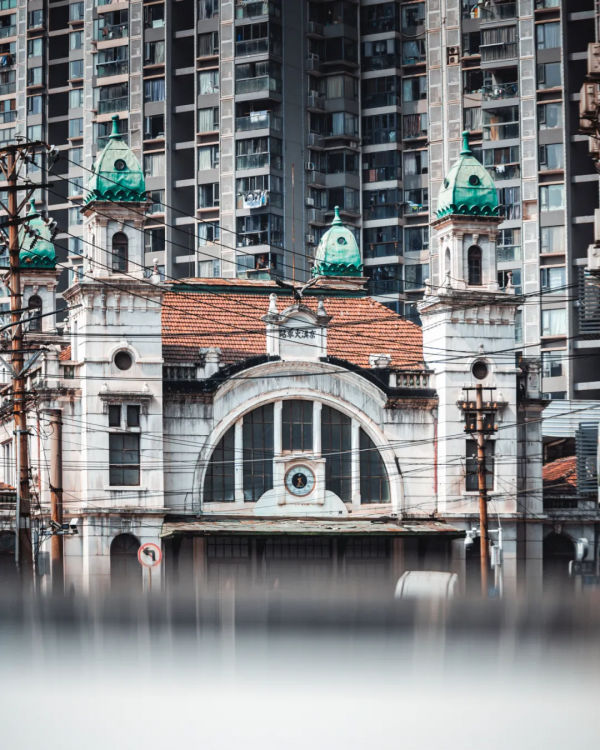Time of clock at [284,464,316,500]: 6:23
